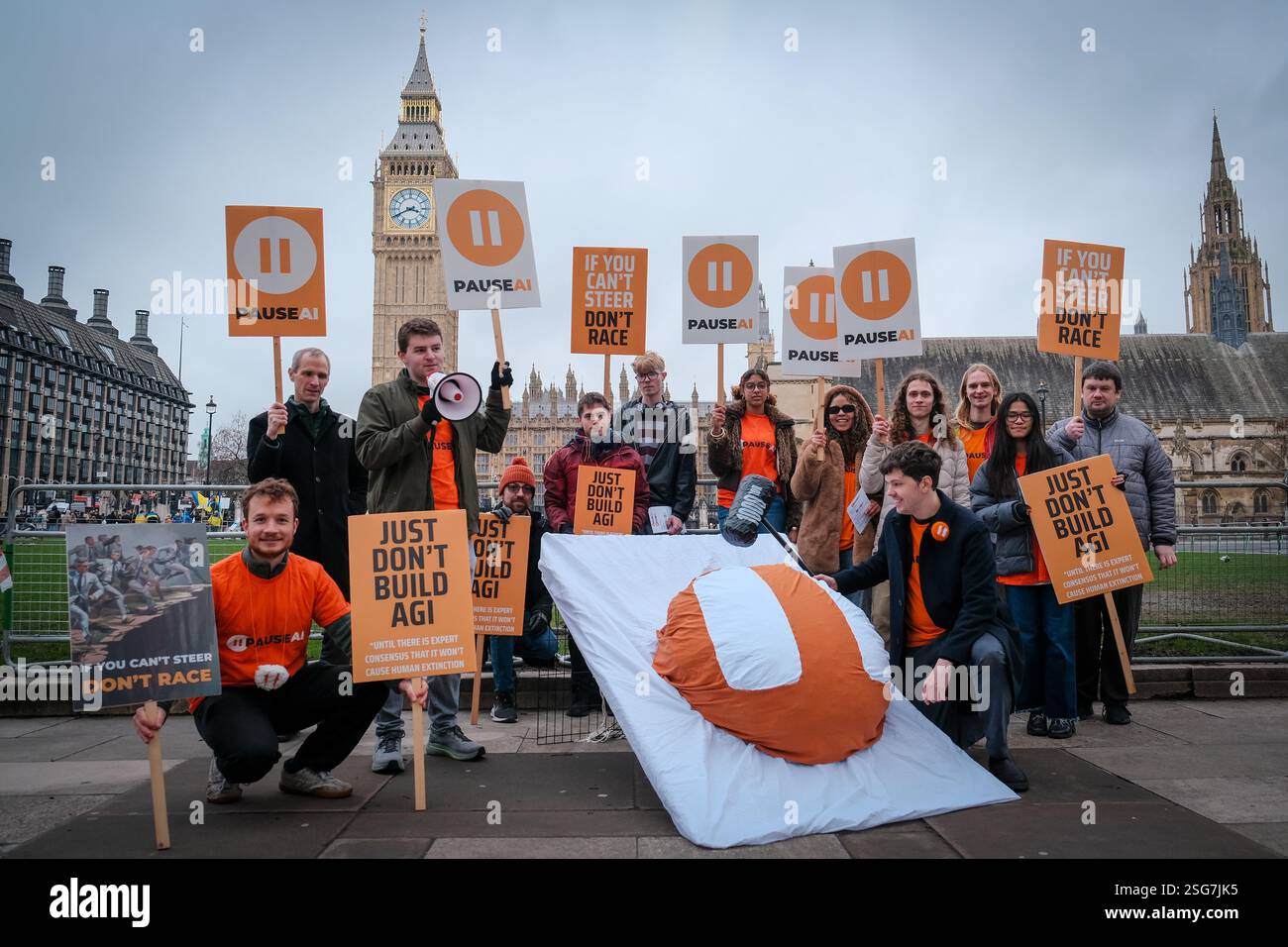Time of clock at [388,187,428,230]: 3:40
